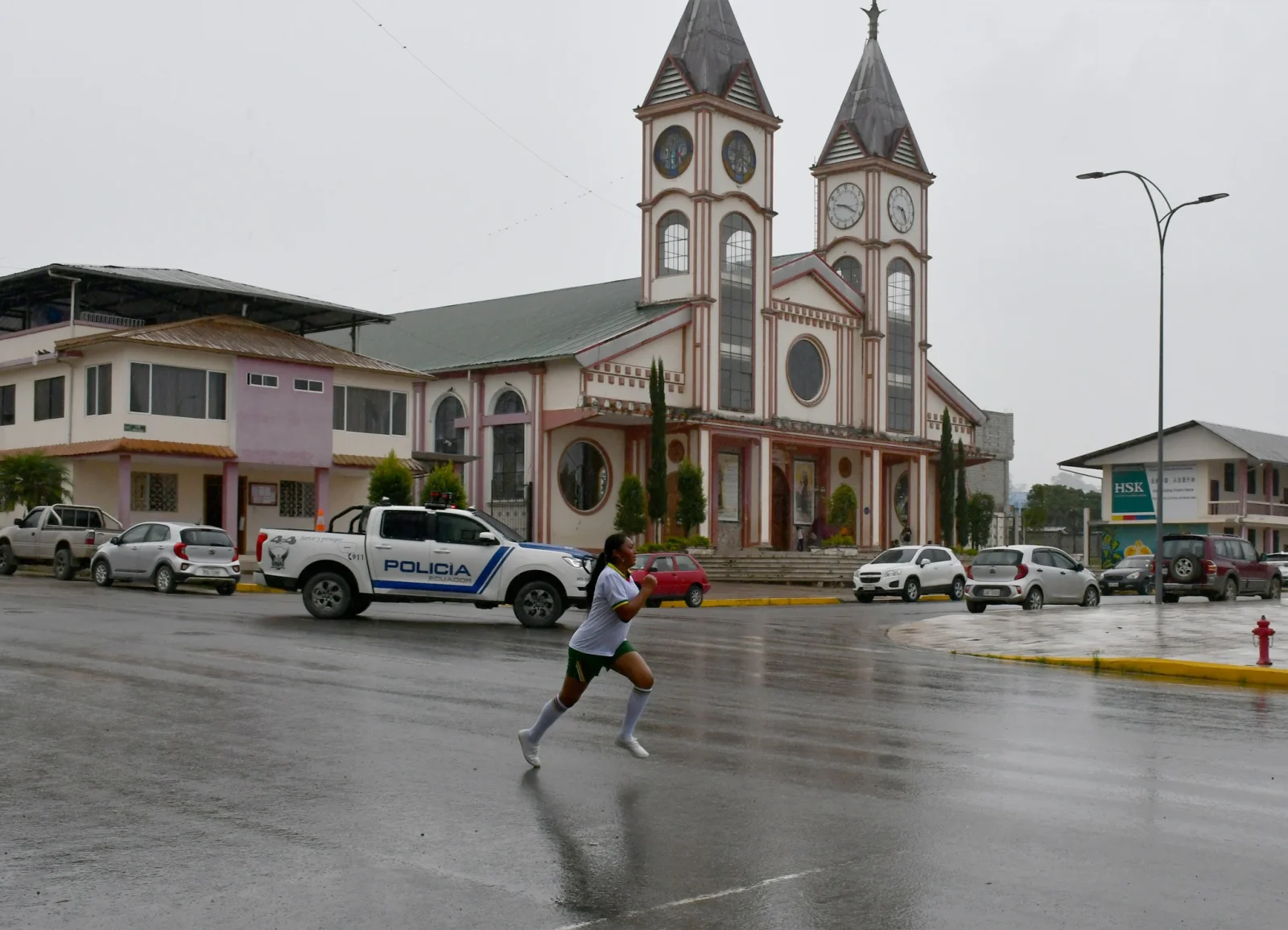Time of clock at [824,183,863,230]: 9:20
